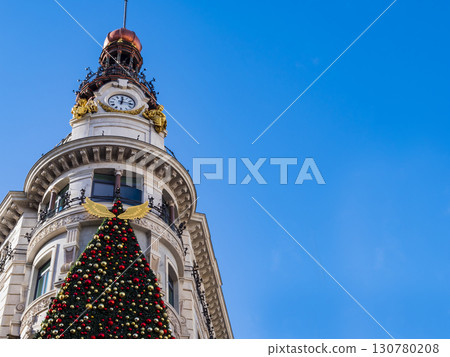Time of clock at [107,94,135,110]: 12:14
